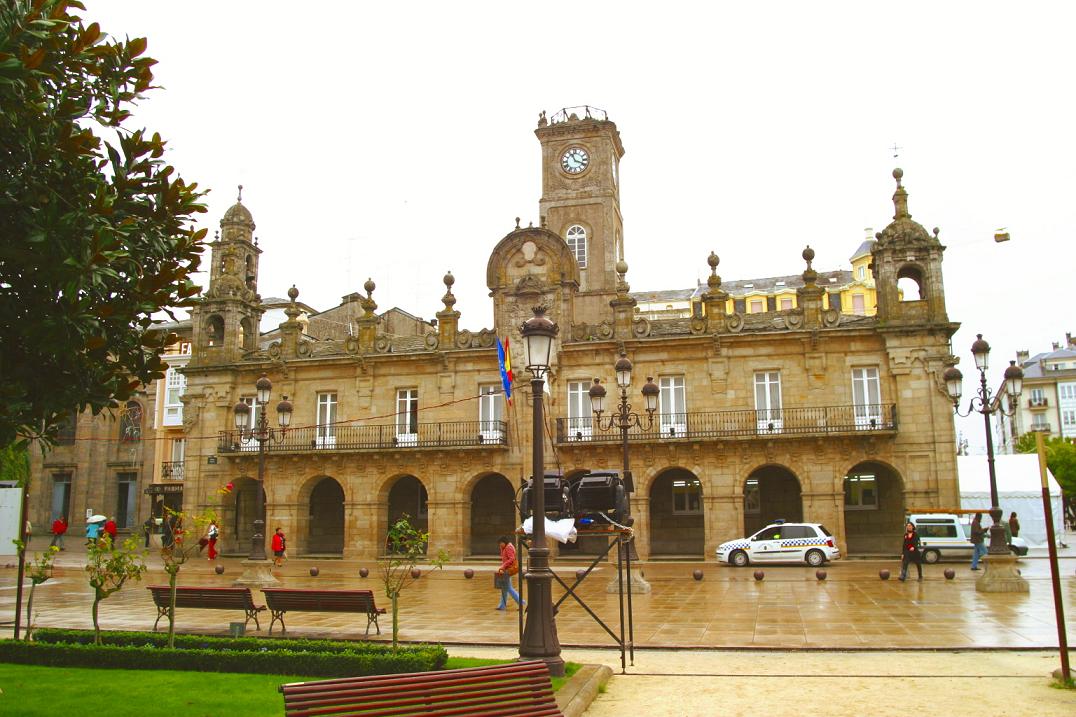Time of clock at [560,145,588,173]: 11:18
